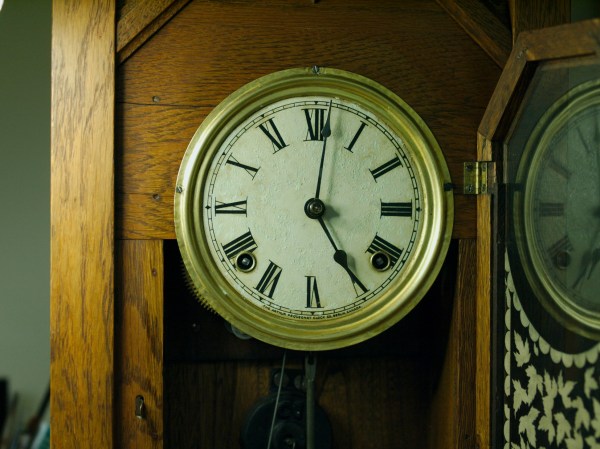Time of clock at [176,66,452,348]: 5:01
